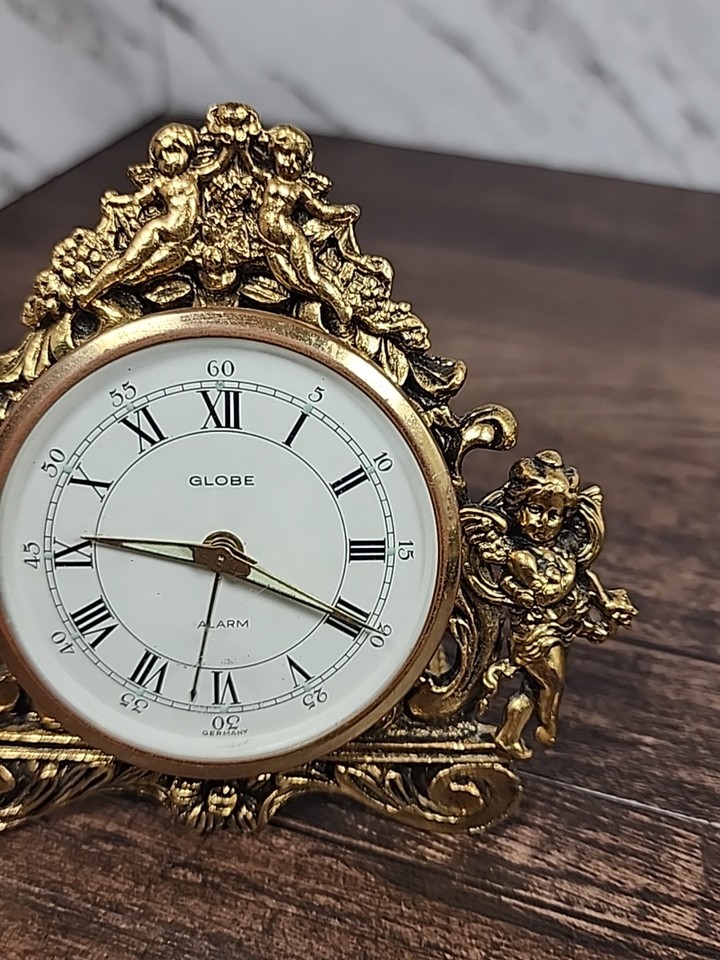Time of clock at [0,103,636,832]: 3:46
